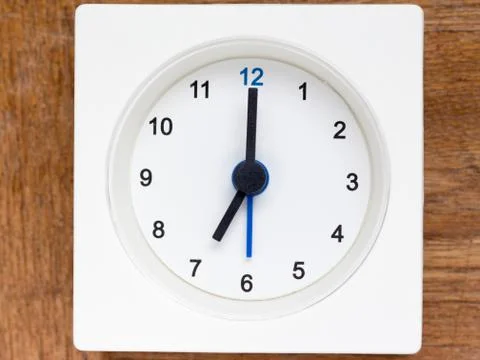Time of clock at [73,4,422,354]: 7:00
